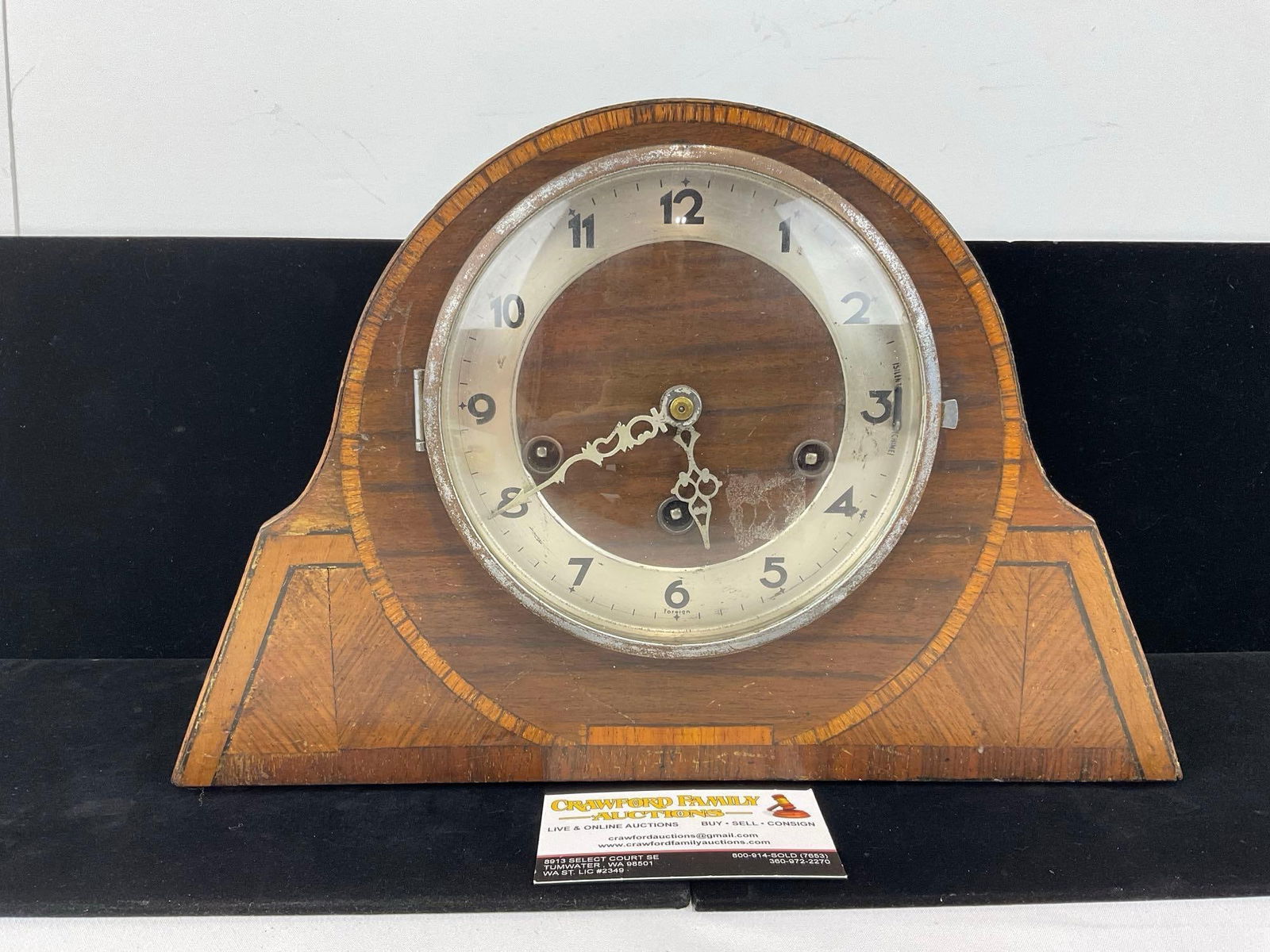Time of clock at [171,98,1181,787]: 5:40
